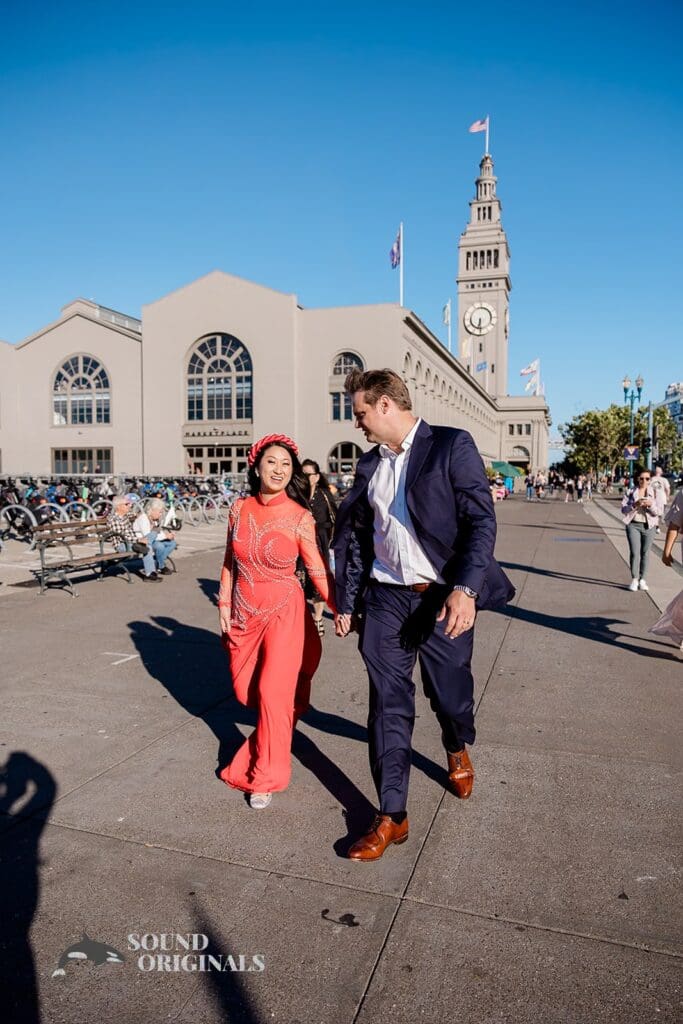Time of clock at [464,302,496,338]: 6:29
